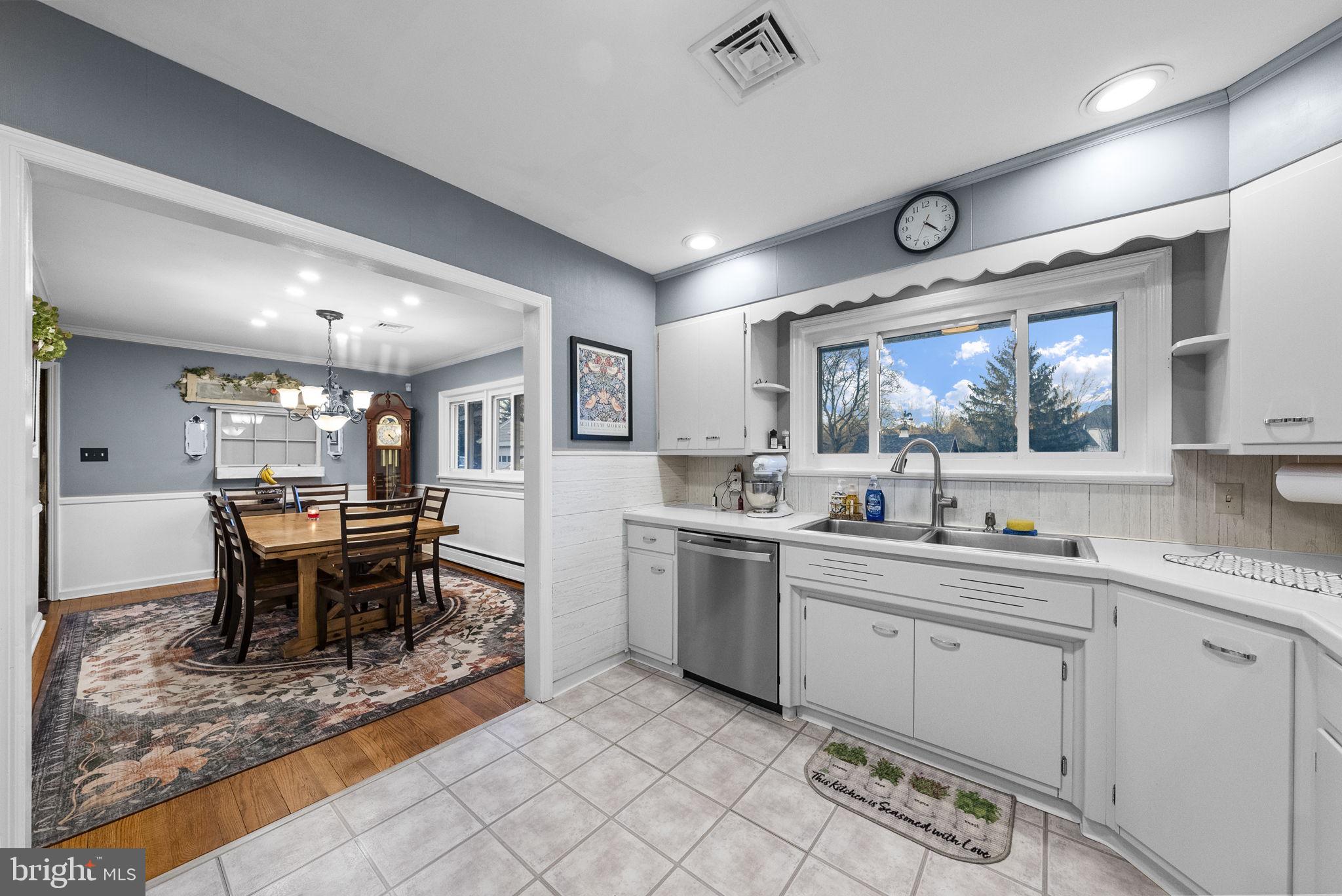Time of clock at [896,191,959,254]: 4:22
